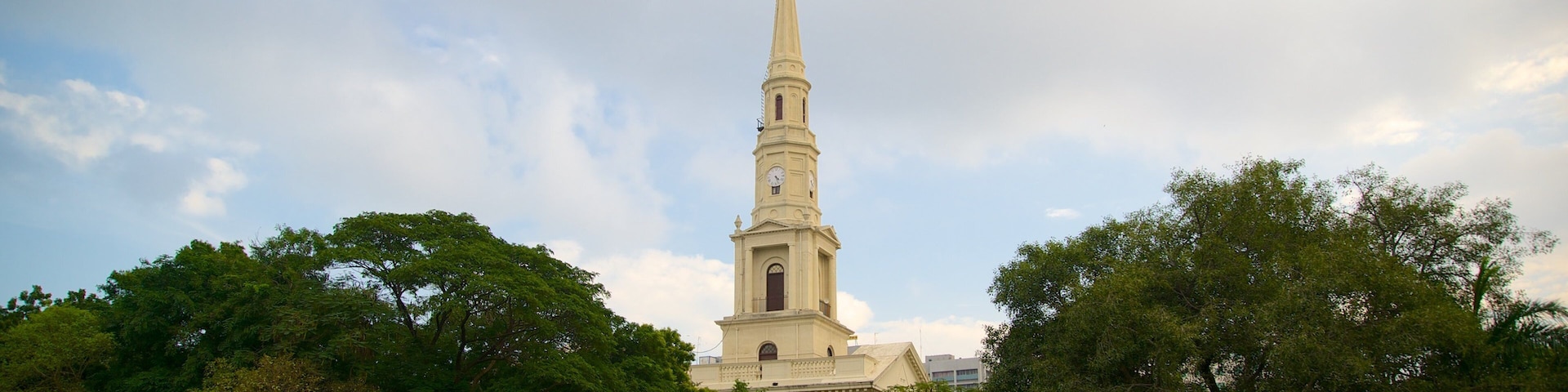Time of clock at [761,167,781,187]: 4:26
